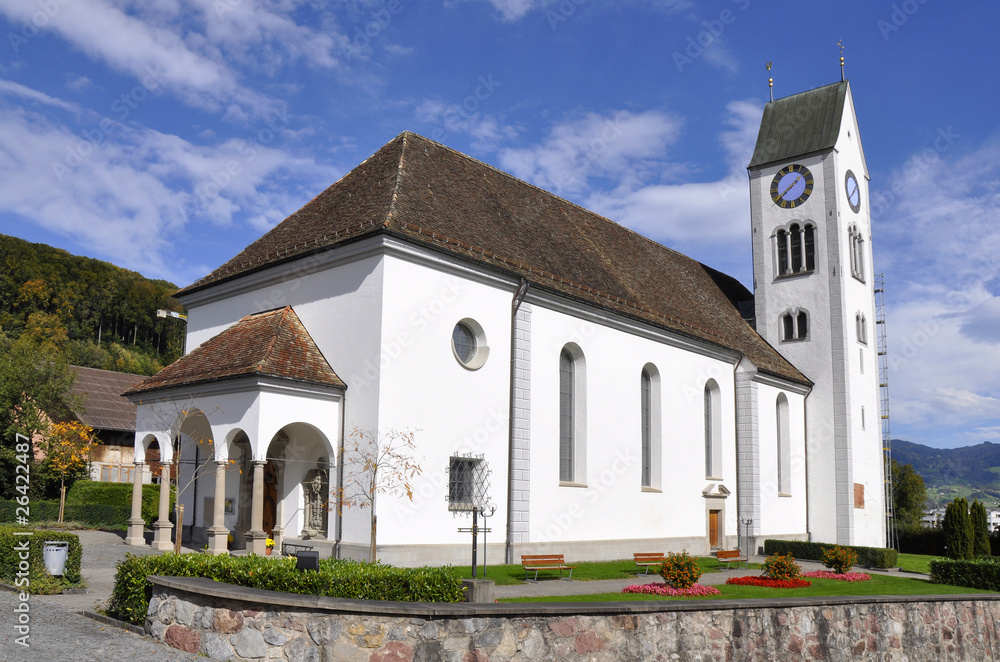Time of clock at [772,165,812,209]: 1:38
